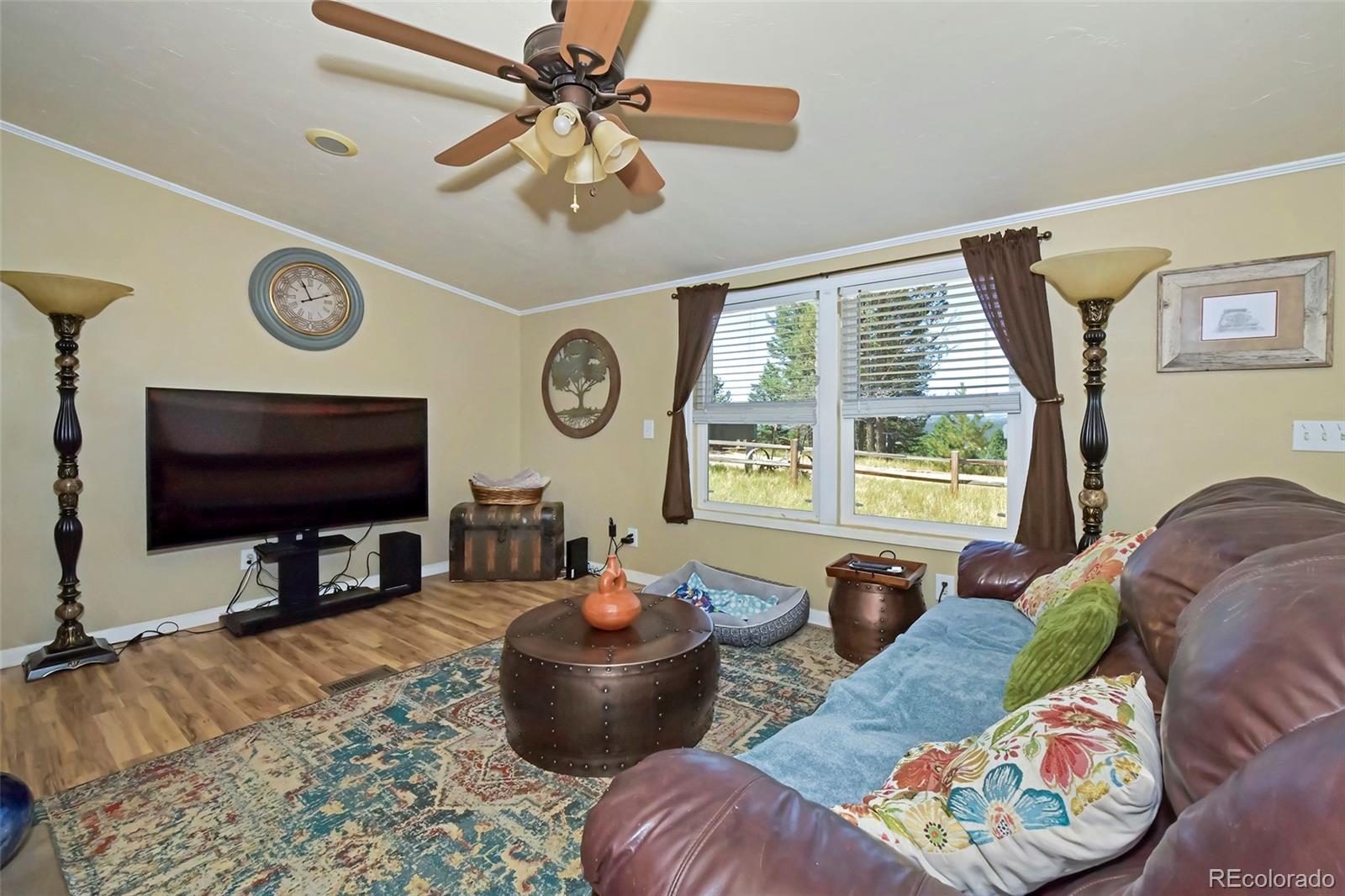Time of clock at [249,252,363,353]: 11:10
